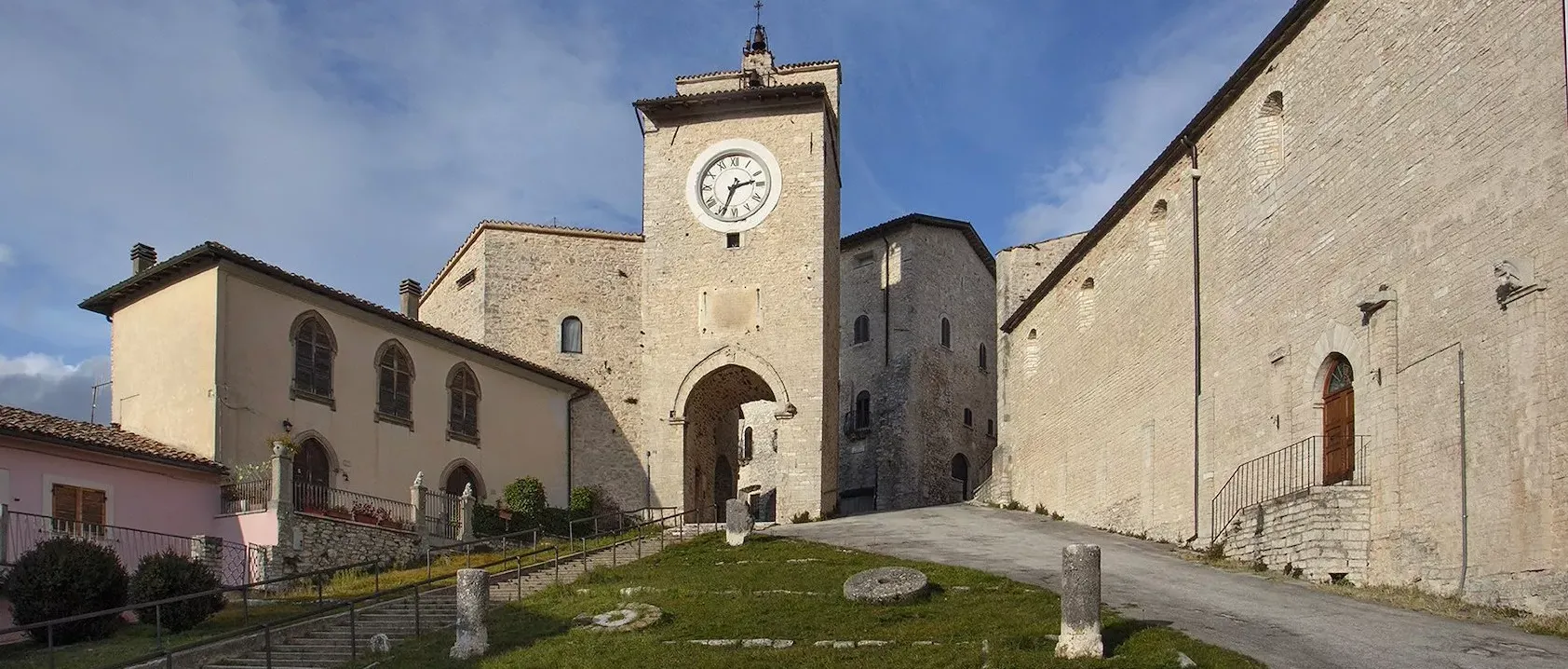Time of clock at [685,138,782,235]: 2:33
